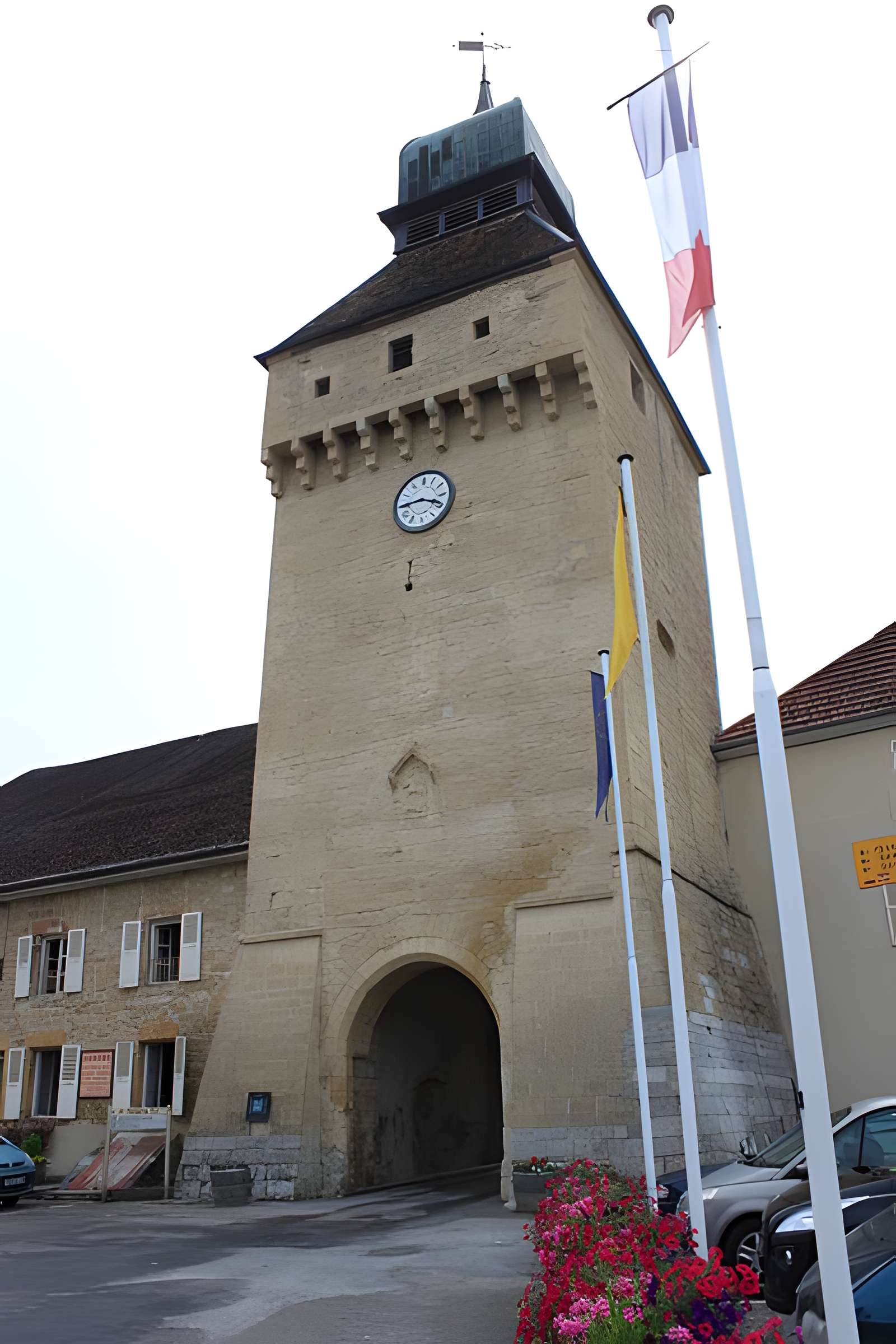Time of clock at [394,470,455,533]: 3:44
